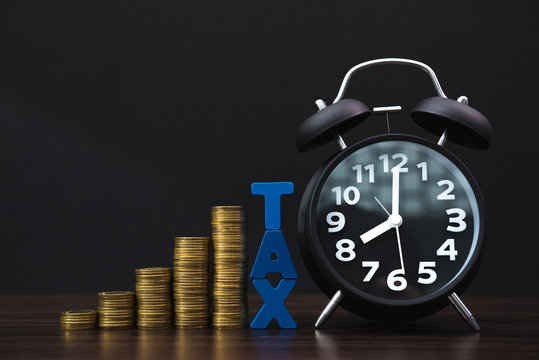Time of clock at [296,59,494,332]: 8:00
